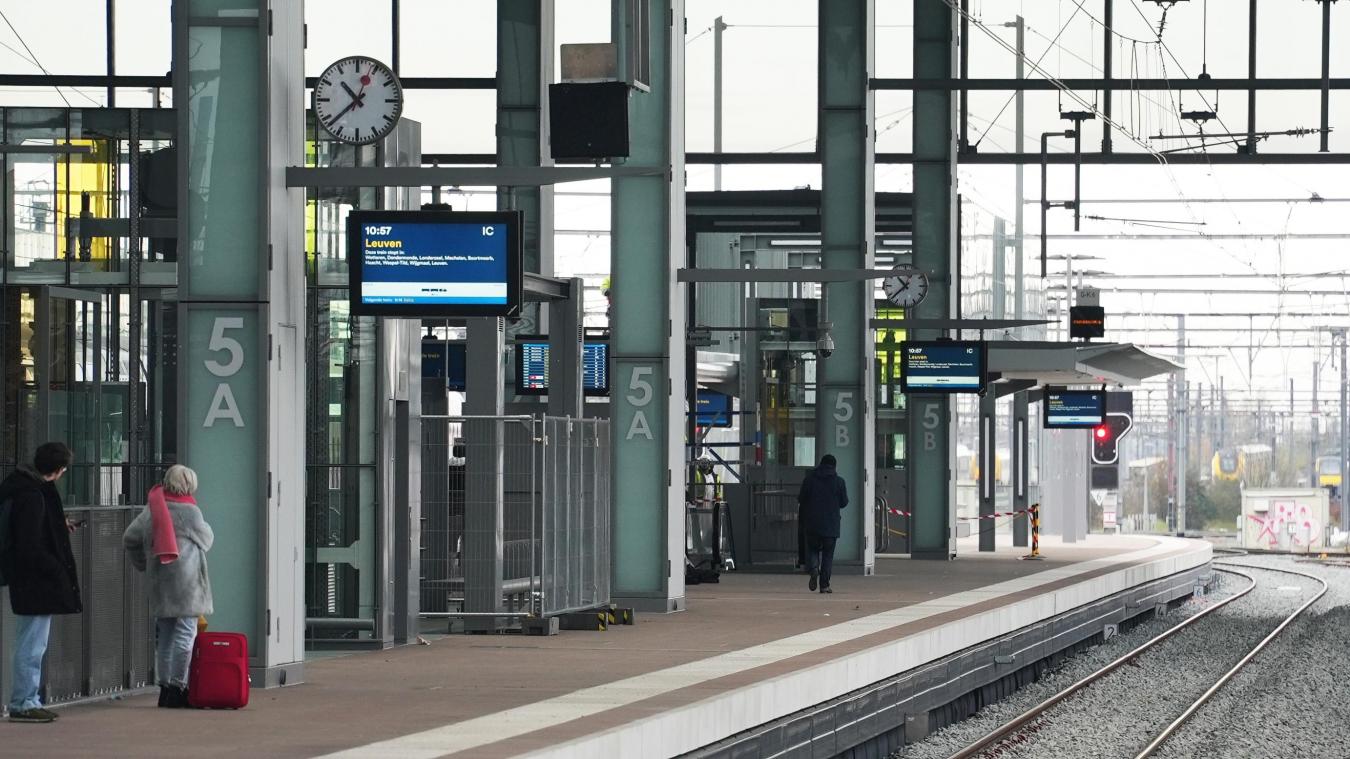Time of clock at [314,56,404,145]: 10:38
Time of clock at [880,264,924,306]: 10:38
